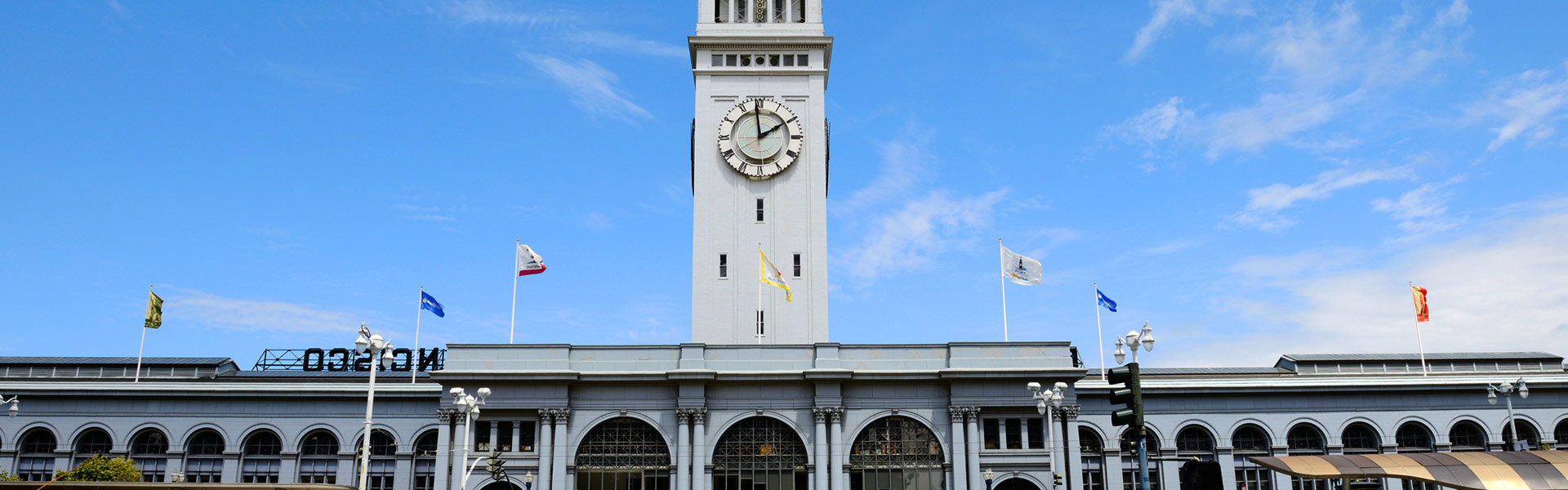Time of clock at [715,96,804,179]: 1:59
